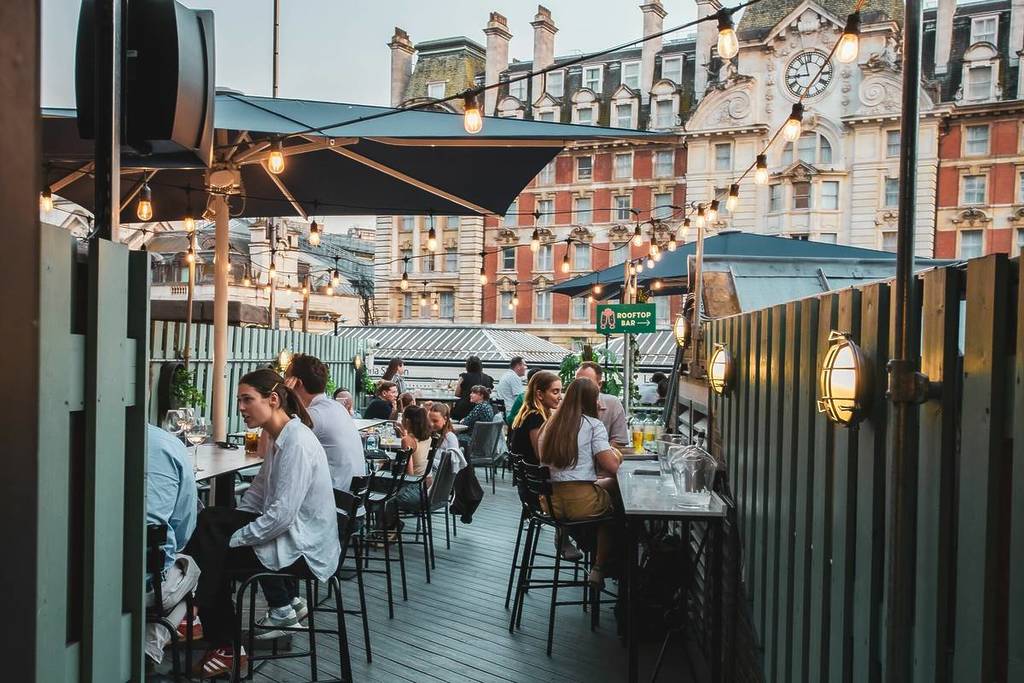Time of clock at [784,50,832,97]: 8:57
